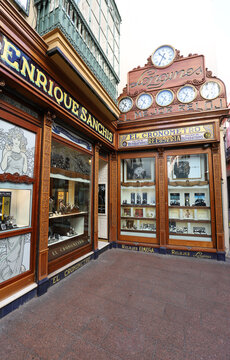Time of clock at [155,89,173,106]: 4:35
